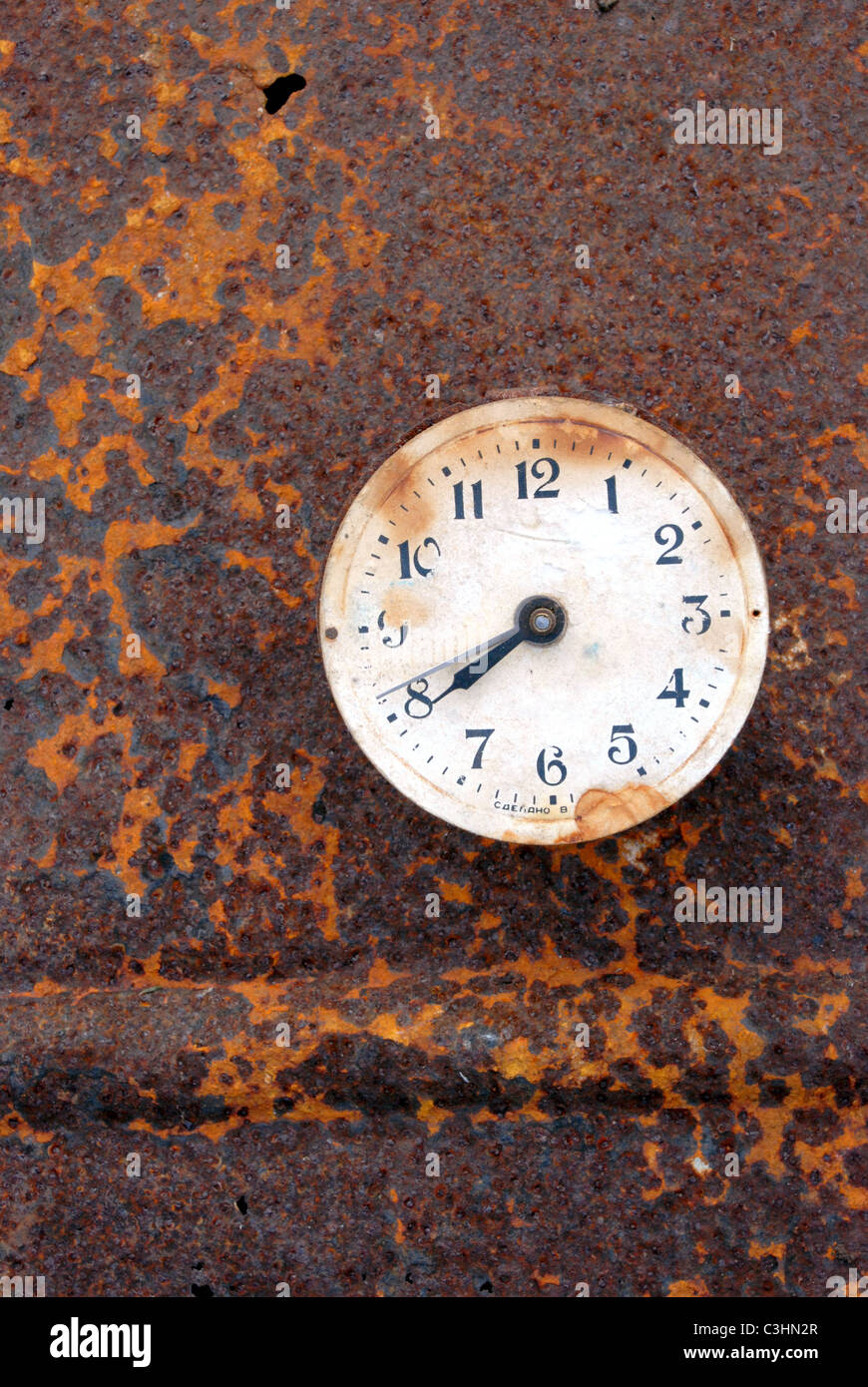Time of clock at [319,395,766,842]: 7:40
